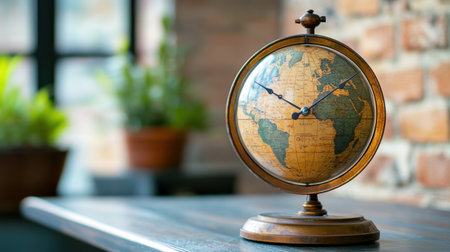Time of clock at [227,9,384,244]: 1:50
